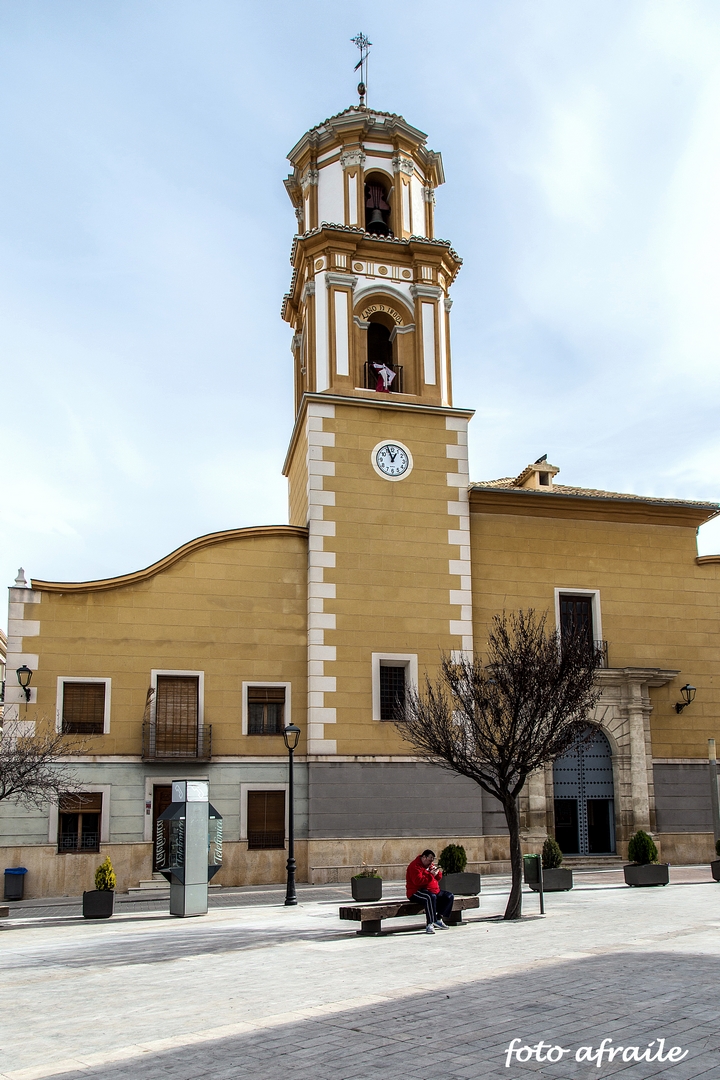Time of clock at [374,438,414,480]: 12:56
